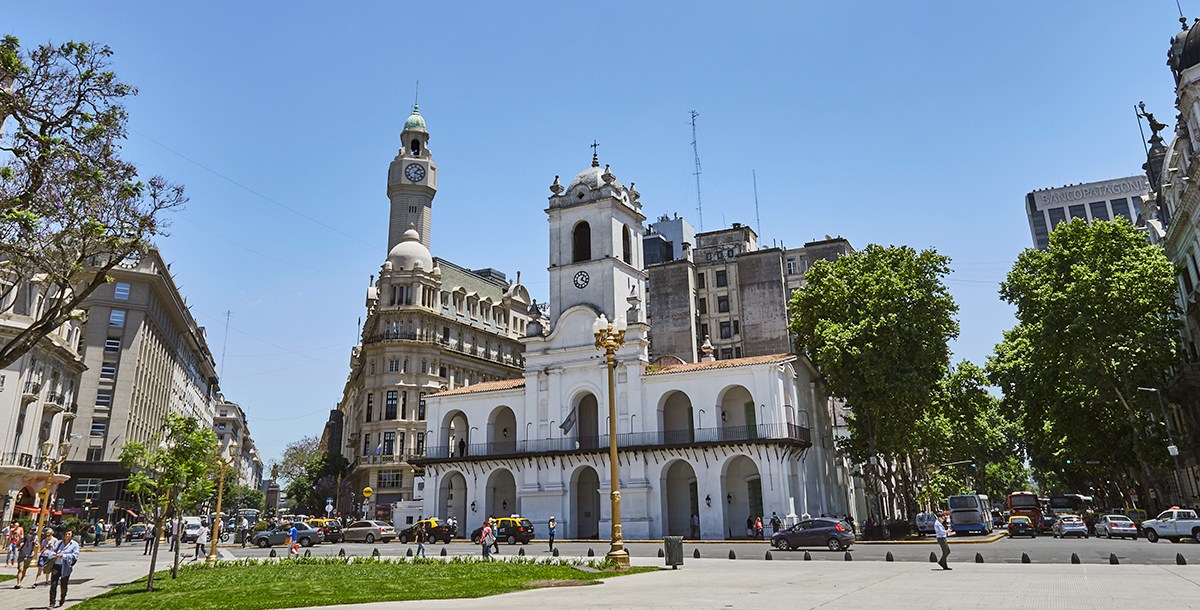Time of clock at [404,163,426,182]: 1:18
